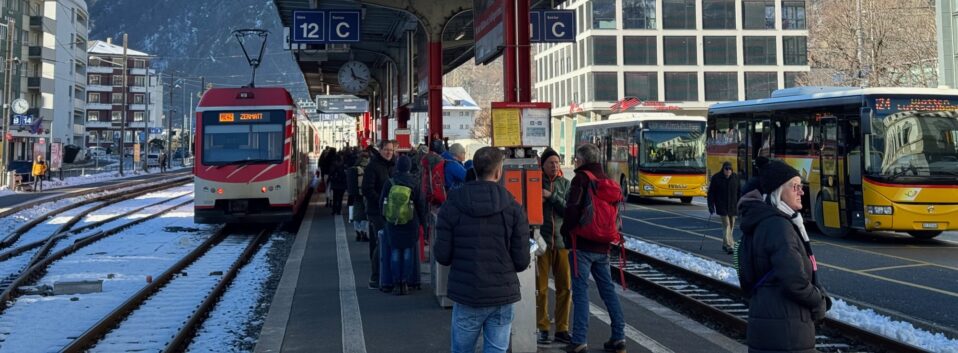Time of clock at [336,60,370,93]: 11:18
